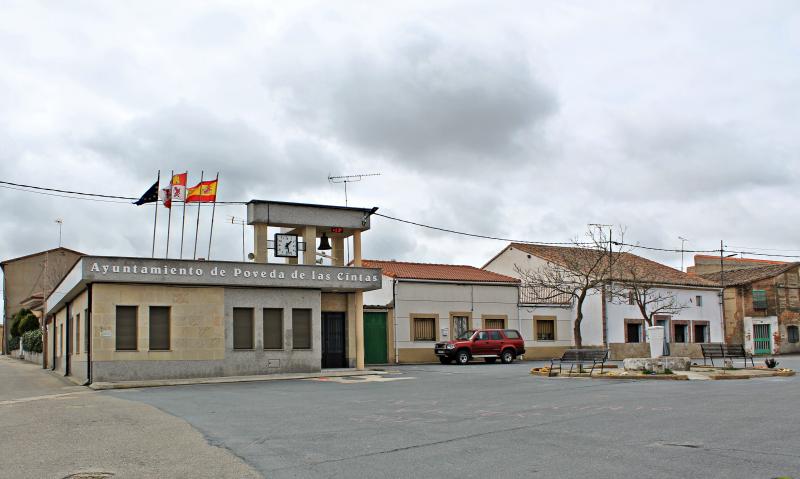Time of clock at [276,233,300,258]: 1:27
